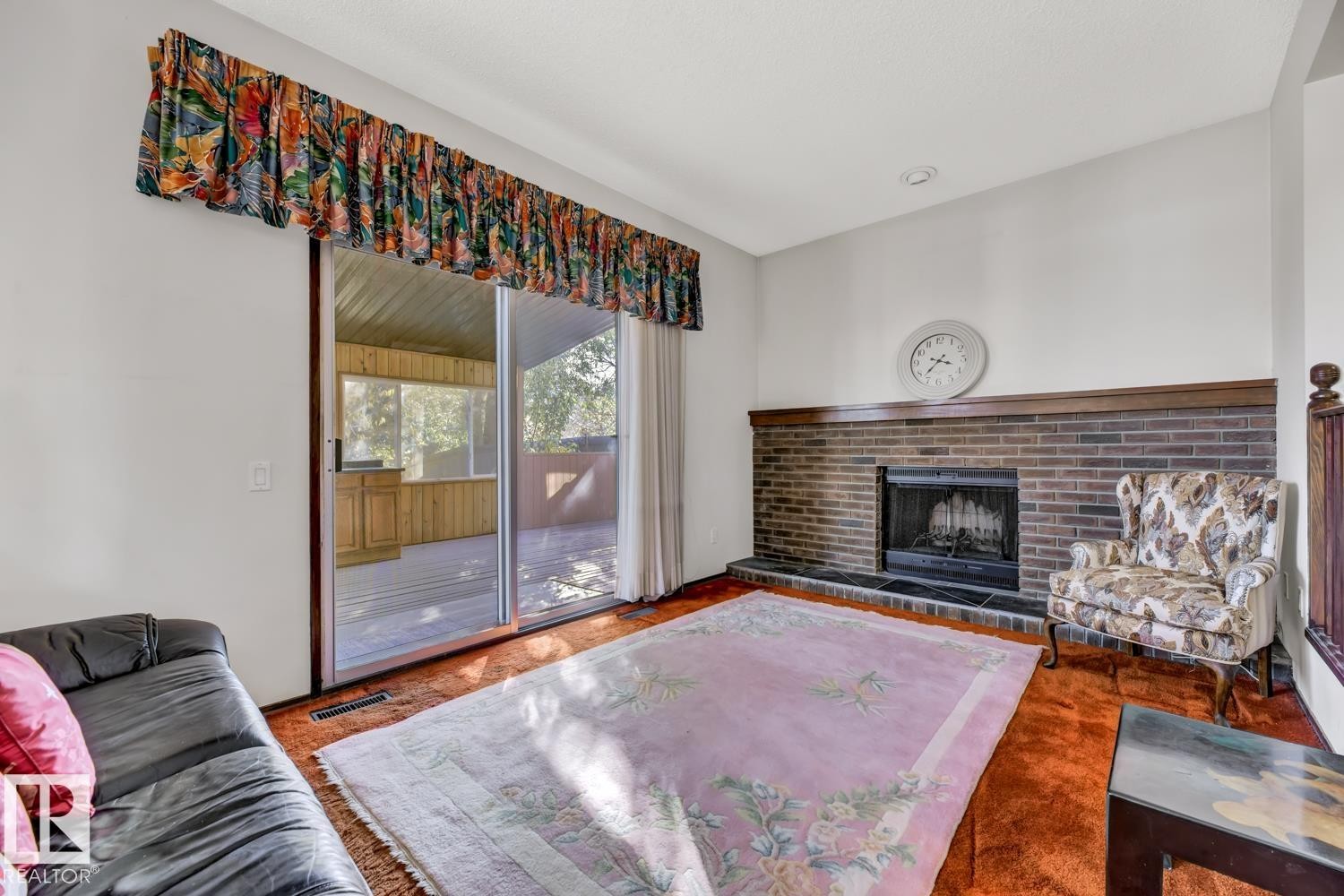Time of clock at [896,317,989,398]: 3:37
